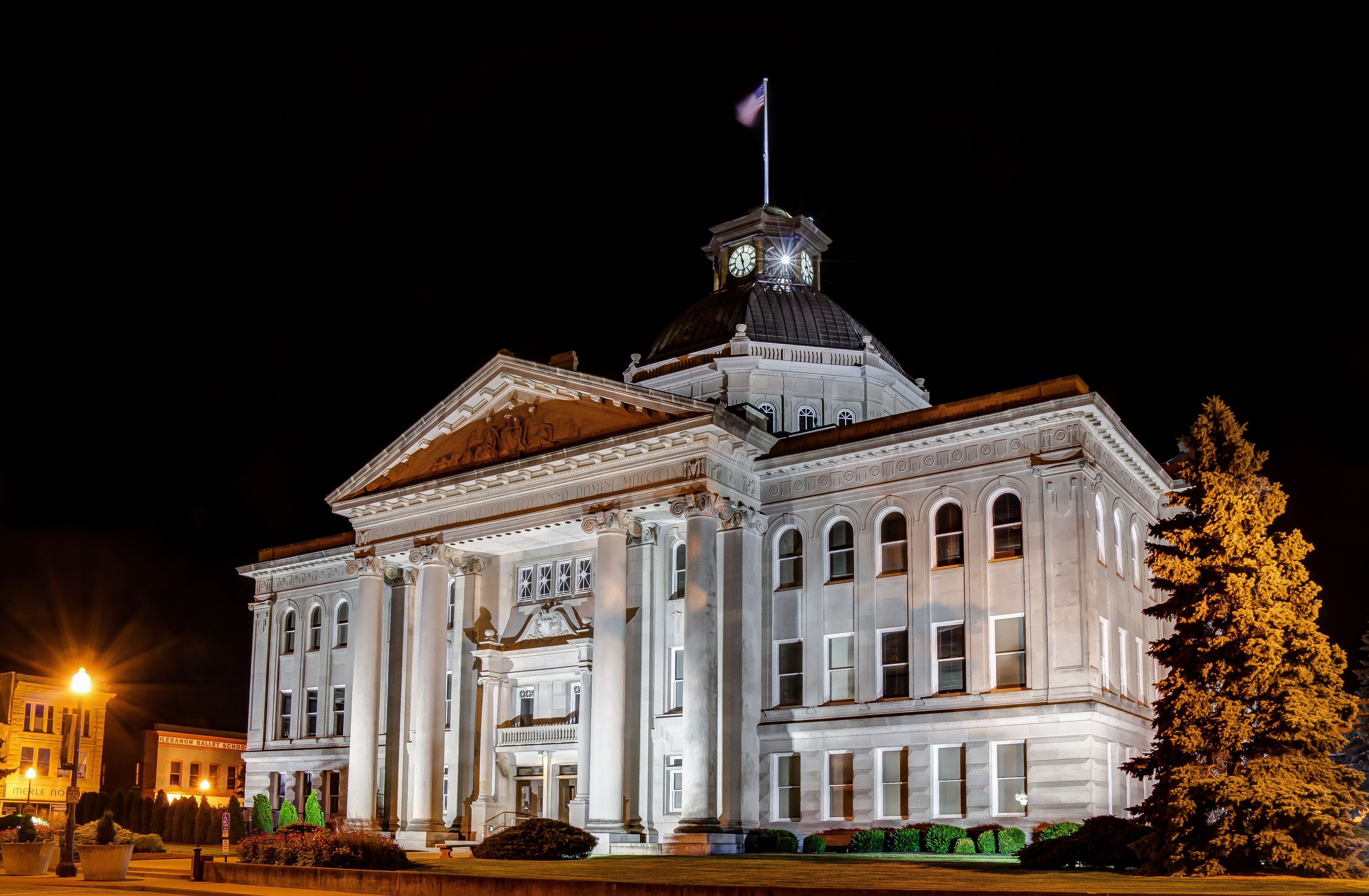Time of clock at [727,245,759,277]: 11:28
